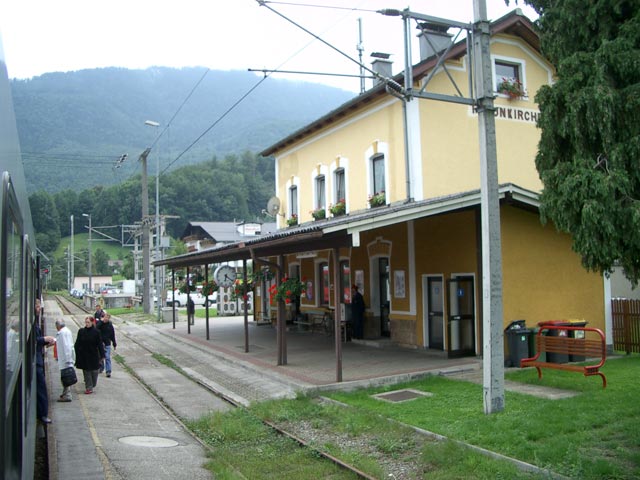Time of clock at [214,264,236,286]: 6:21
